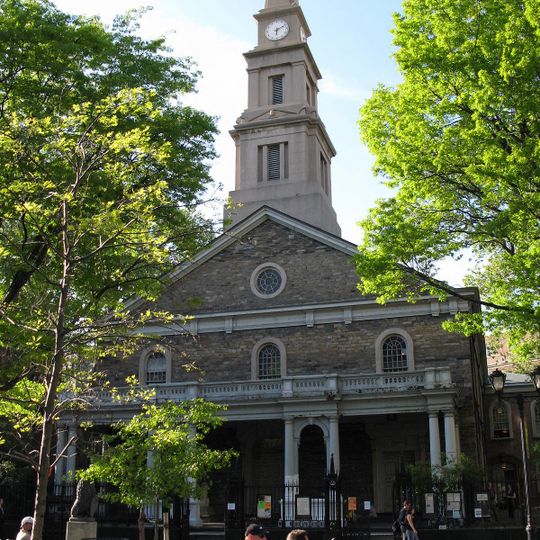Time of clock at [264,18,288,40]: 6:10
